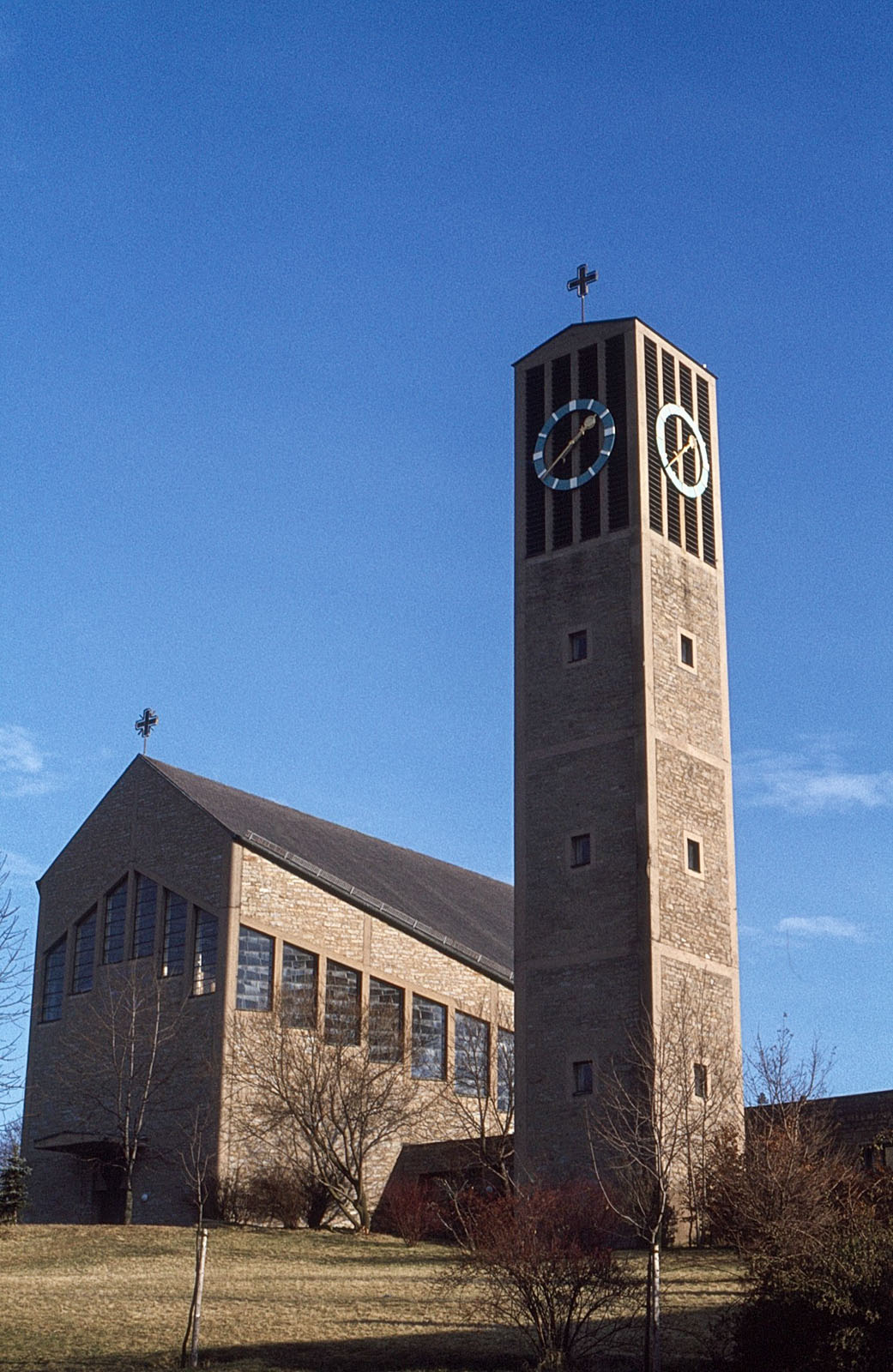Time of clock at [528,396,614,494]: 1:39
